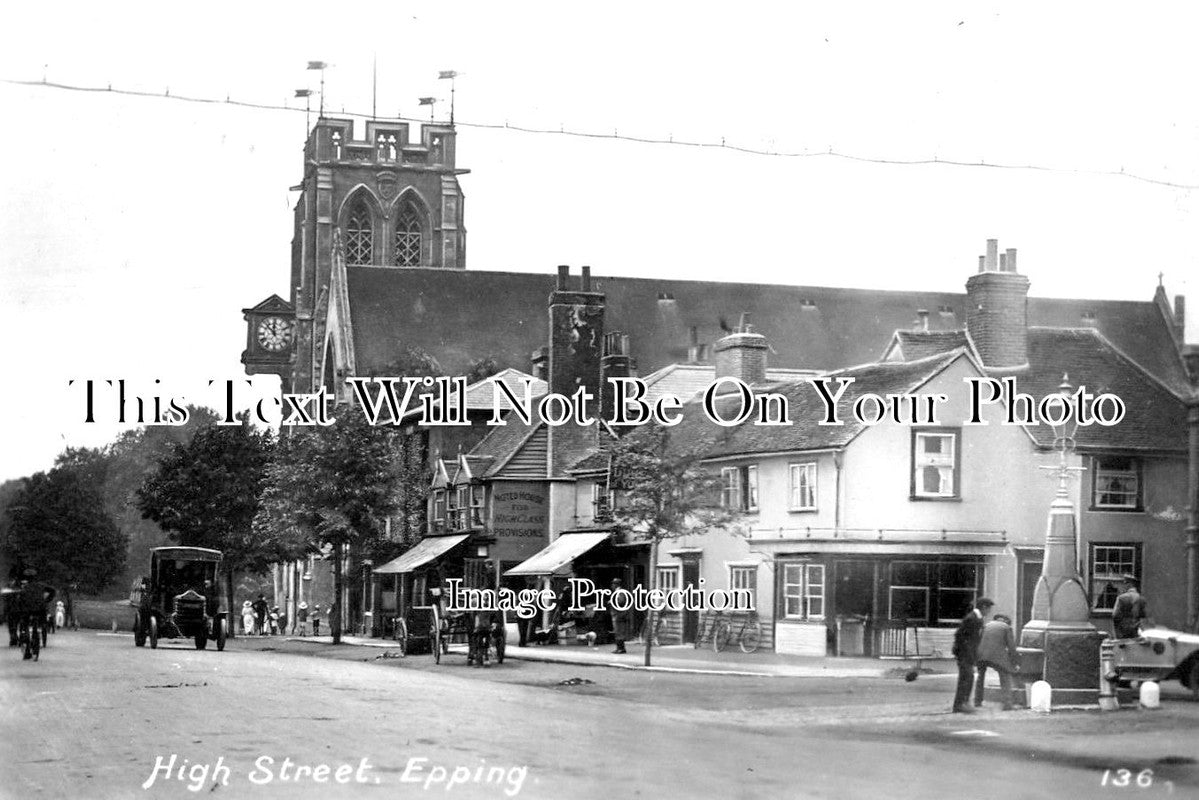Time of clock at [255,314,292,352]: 11:52
